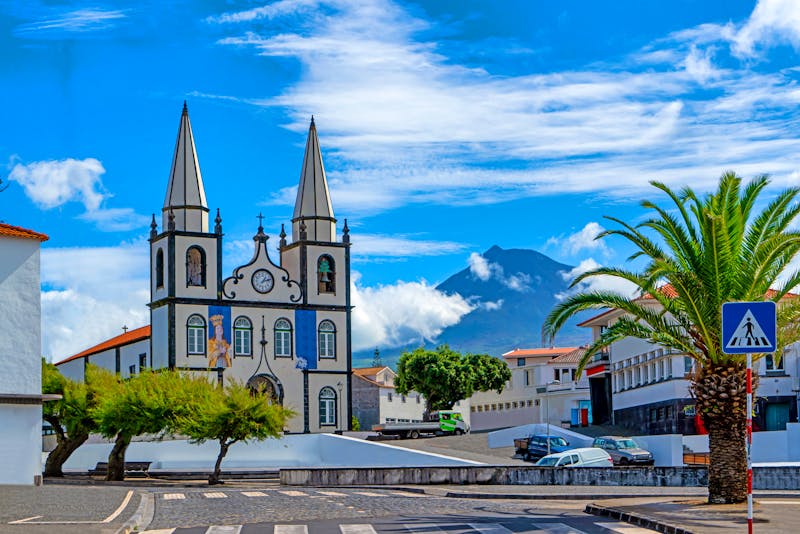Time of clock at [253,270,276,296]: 1:12
